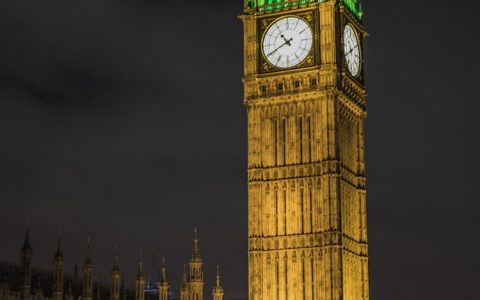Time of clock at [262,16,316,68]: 10:40
